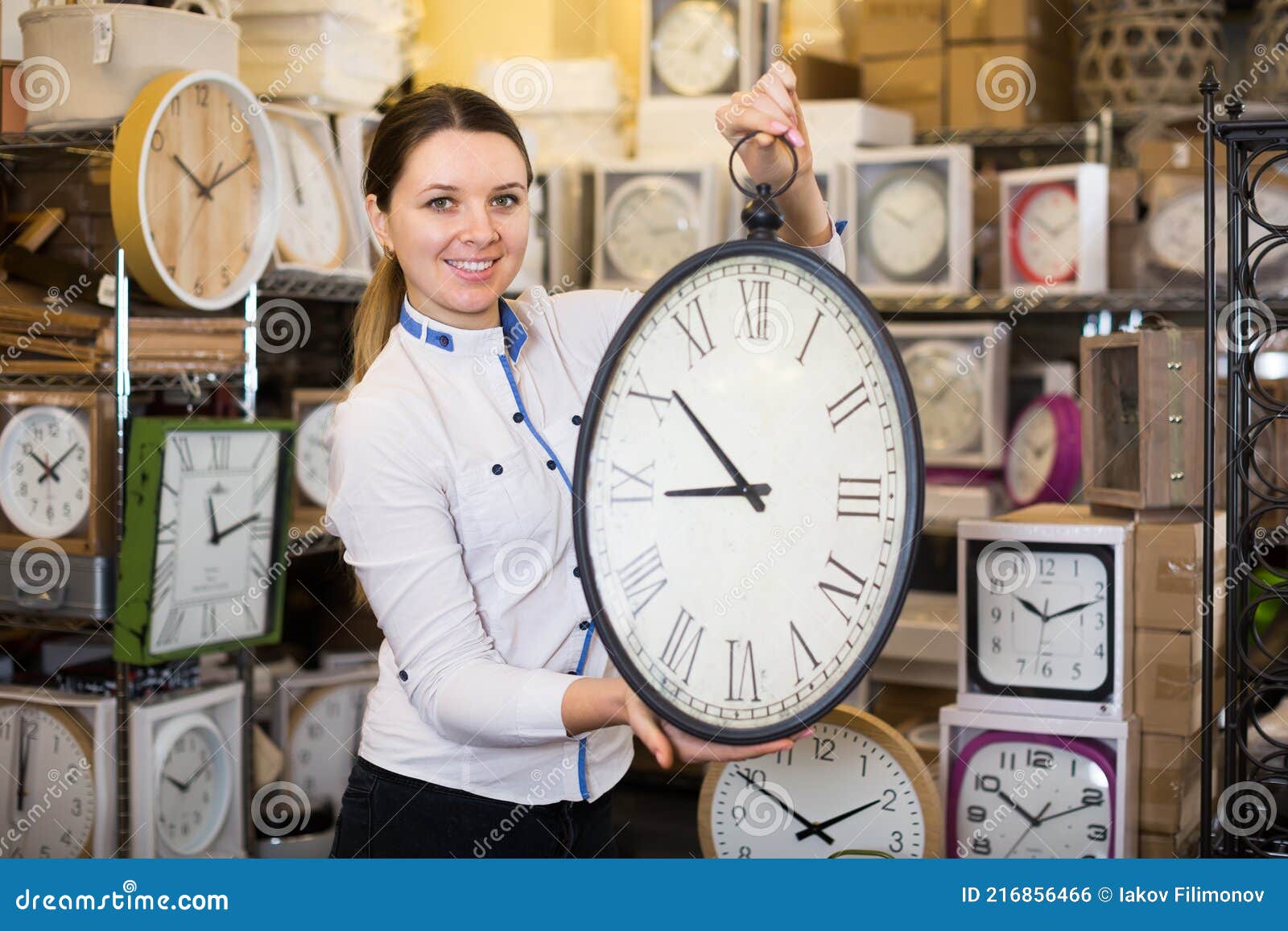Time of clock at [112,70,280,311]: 10:11
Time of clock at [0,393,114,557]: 10:08
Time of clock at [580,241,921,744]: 8:51
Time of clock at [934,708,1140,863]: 10:11
